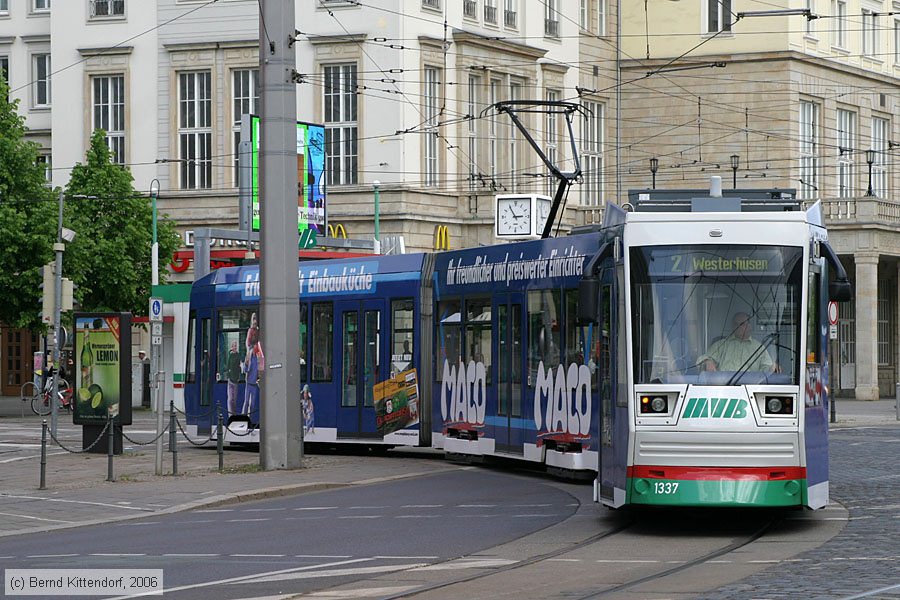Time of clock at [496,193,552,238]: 2:54
